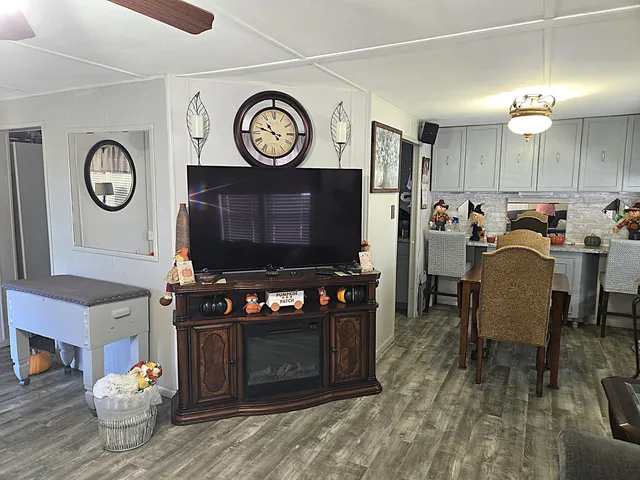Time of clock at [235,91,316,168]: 10:47
